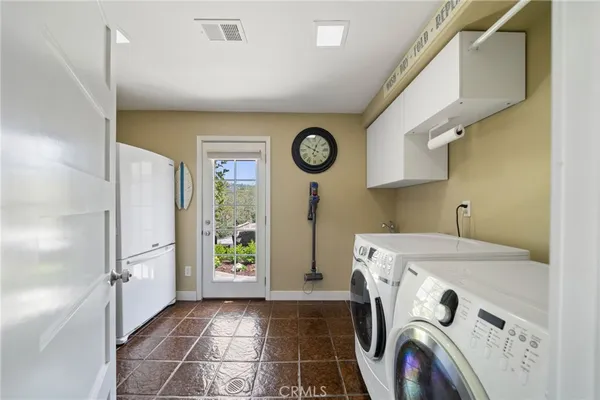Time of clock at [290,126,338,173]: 12:49
